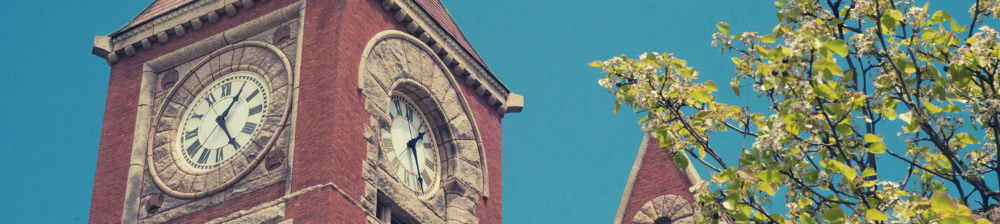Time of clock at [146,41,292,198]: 1:24
